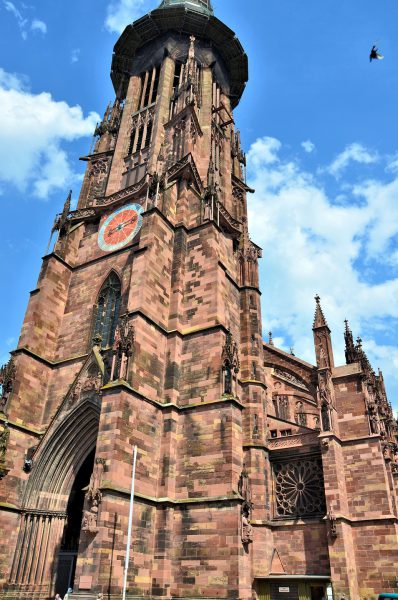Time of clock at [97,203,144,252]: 8:12
